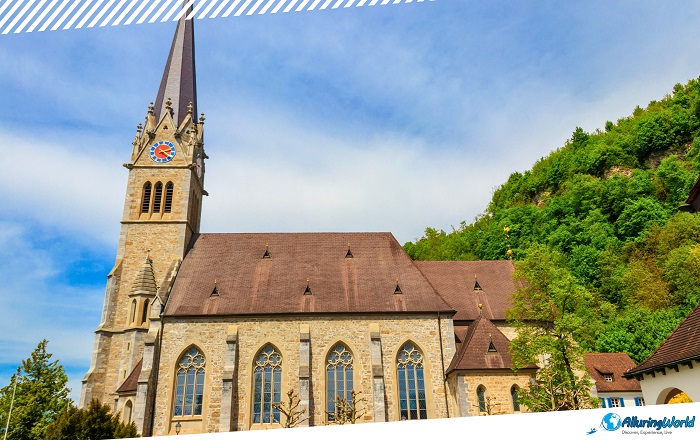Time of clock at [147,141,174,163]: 2:21
